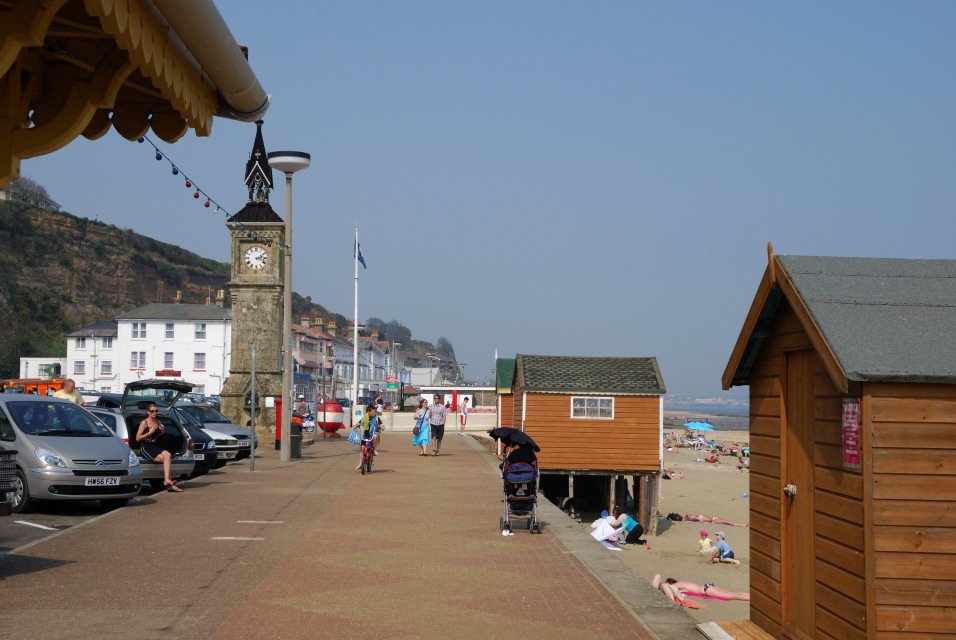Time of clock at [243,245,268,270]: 2:18
